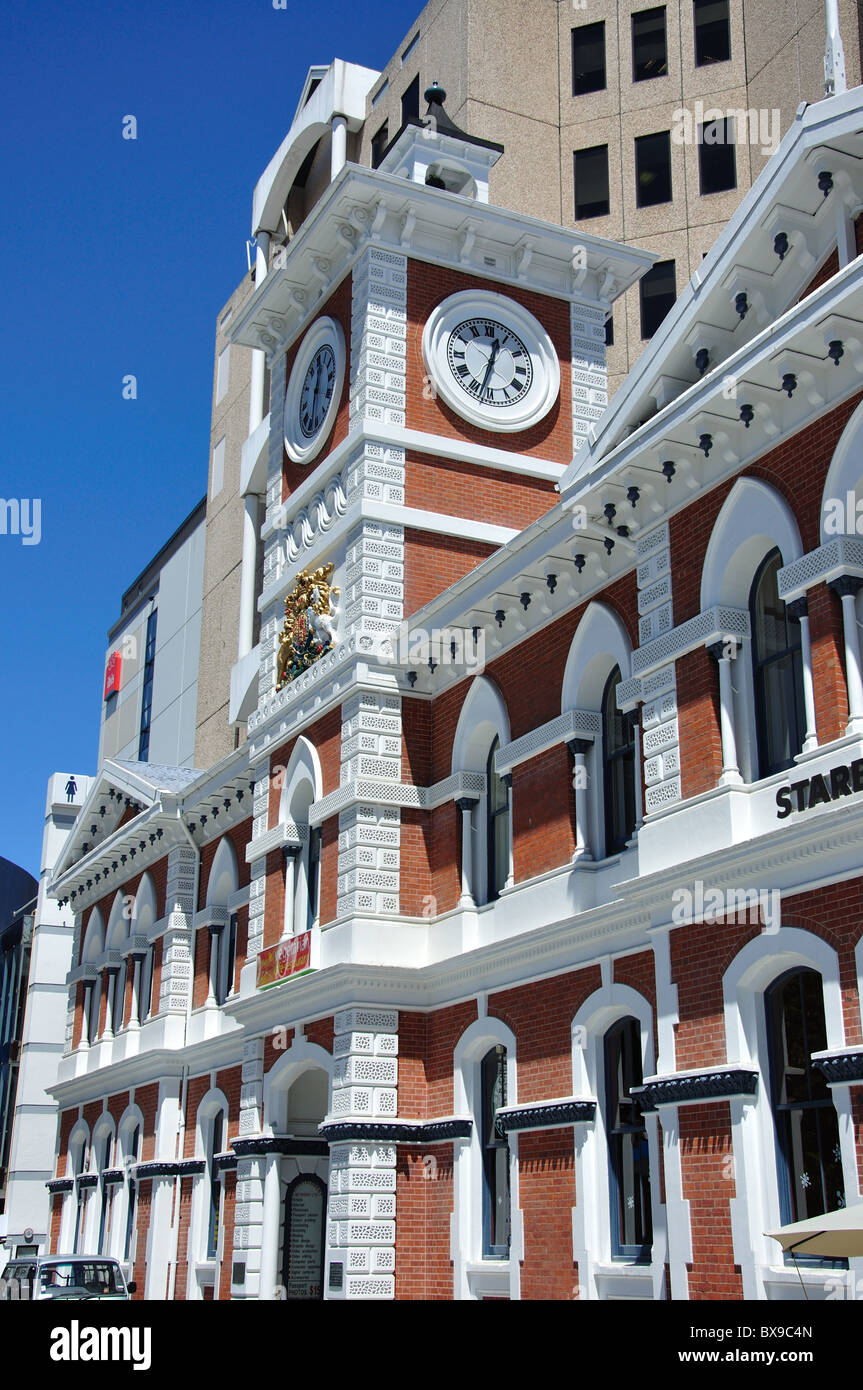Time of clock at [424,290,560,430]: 12:32
